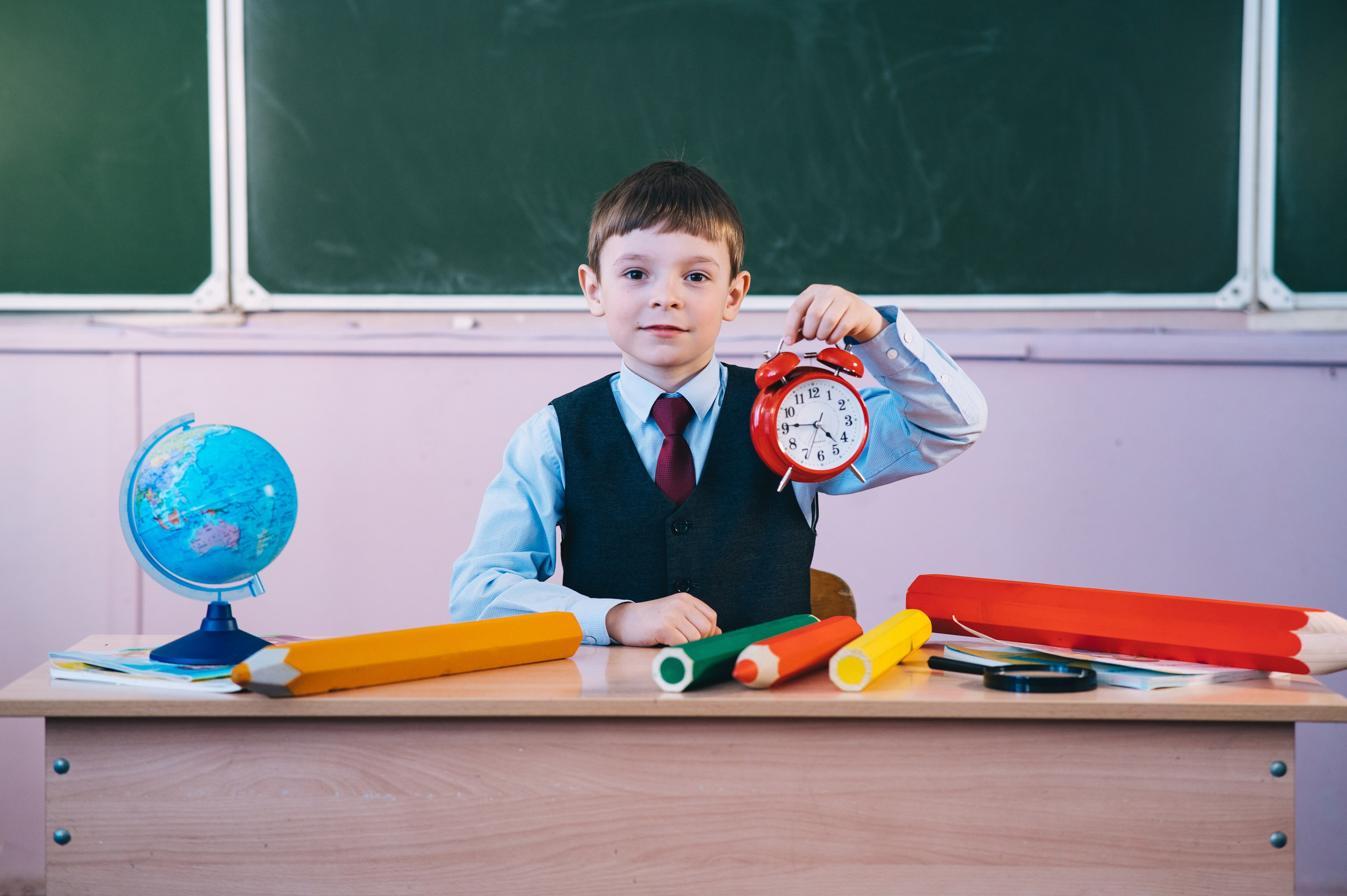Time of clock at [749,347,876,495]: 4:45
